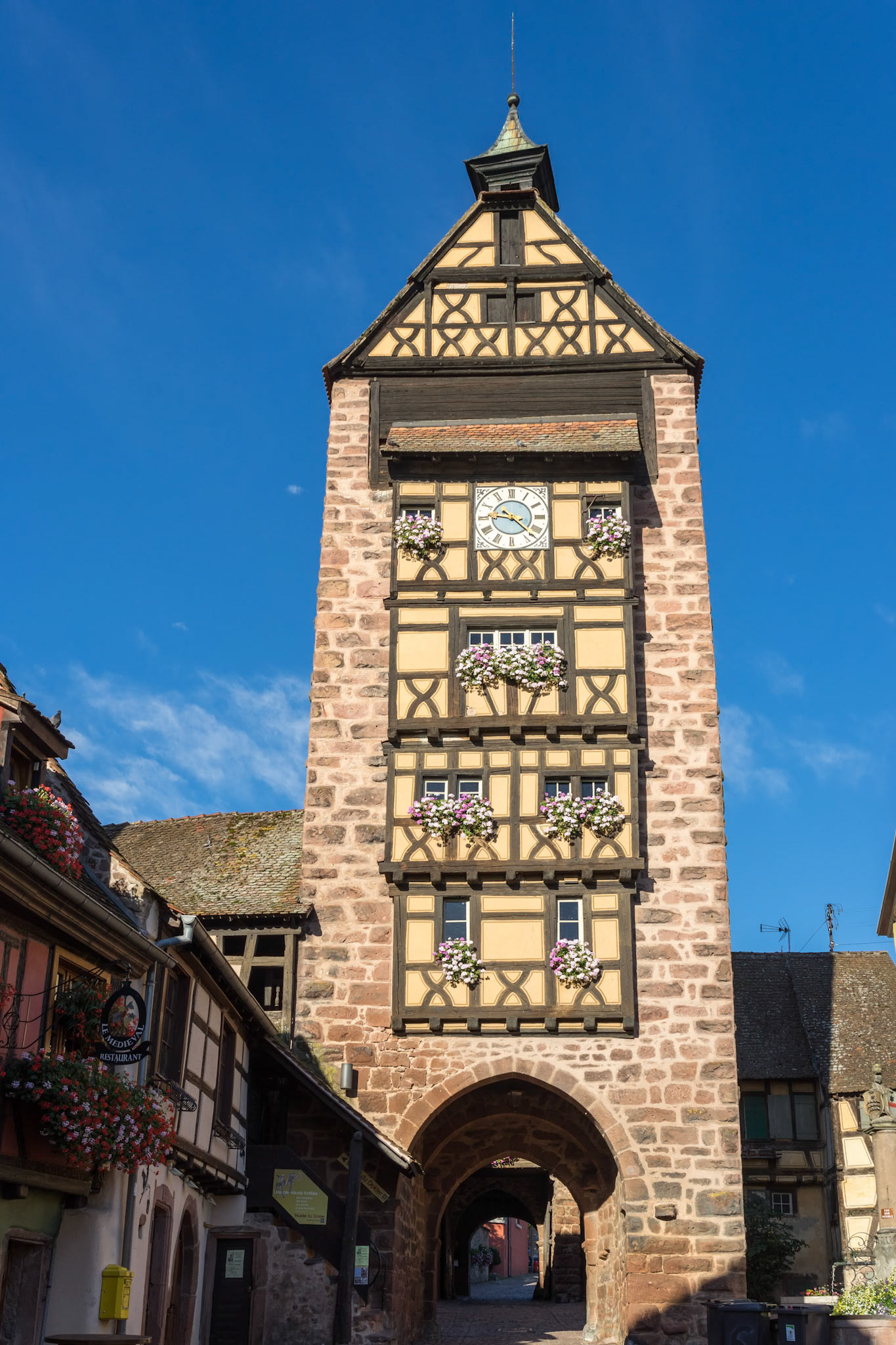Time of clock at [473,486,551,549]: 9:22
